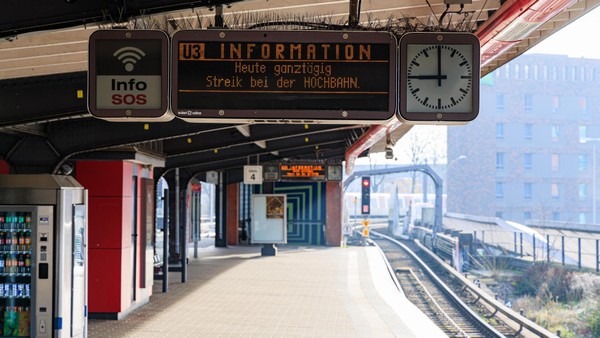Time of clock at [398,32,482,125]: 8:59
